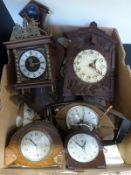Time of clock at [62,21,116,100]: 1:20
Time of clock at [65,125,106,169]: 12:52
